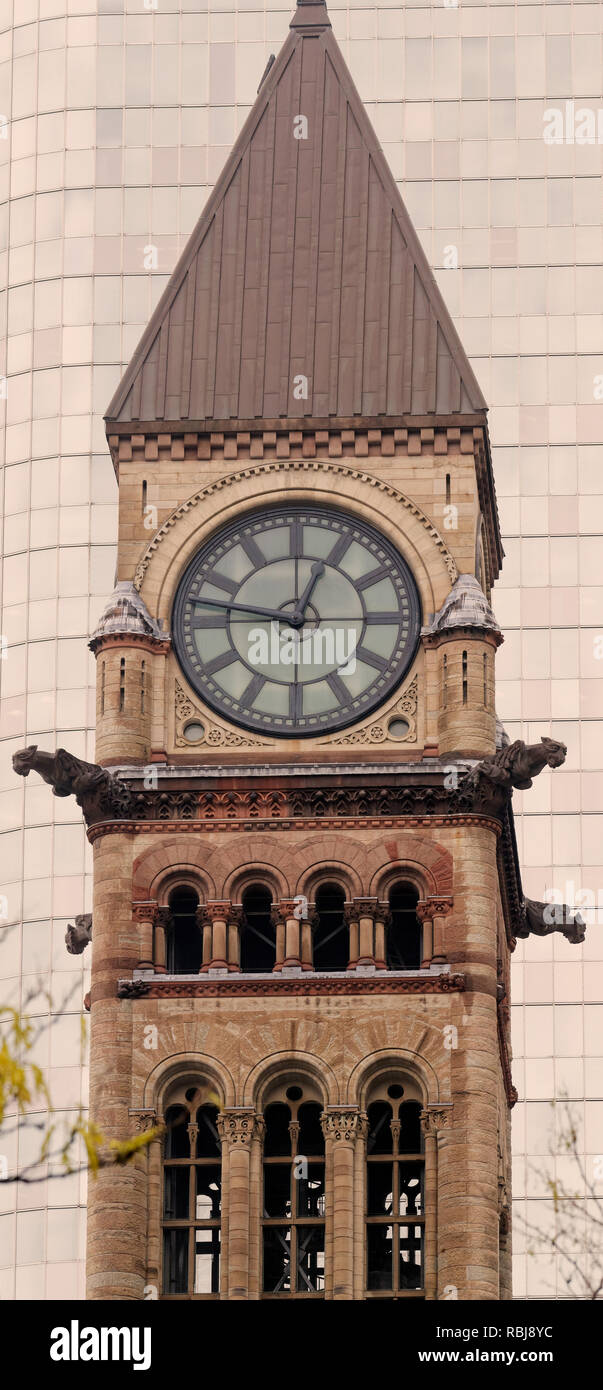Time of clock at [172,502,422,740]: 12:47
